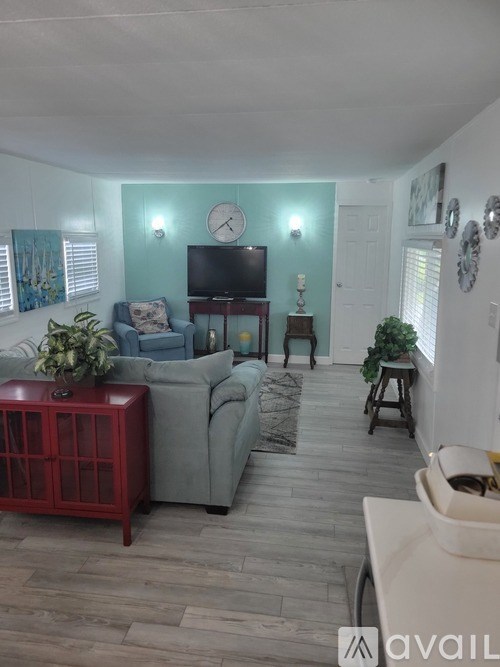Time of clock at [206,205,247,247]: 4:38
